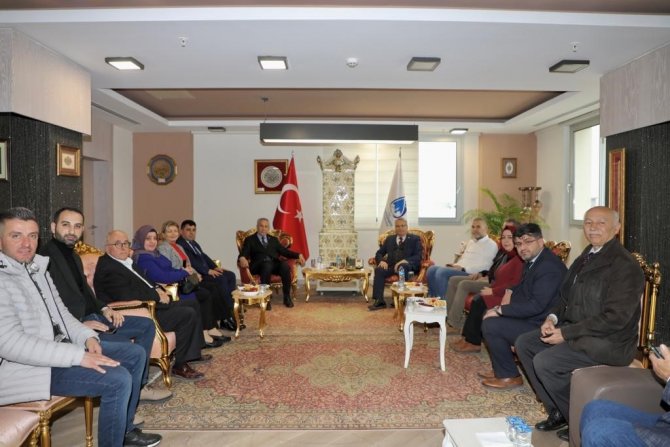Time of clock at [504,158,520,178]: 9:01
